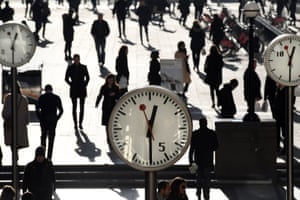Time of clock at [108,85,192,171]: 12:29
